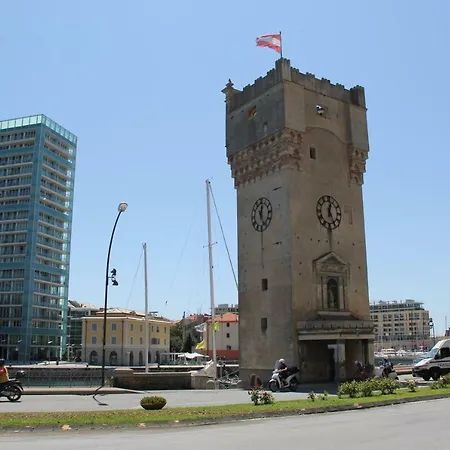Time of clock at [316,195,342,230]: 12:24
